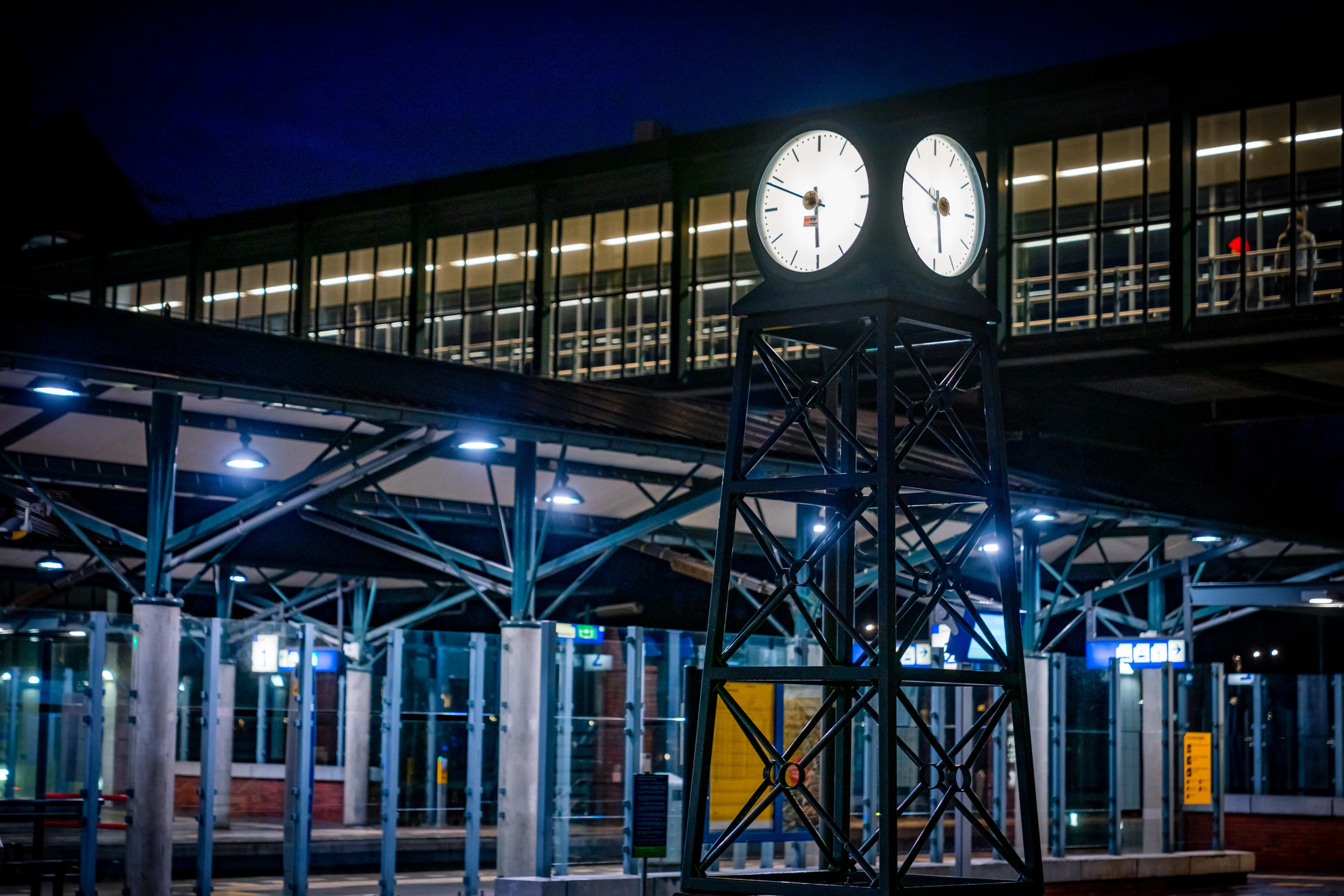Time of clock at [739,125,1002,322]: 5:49
